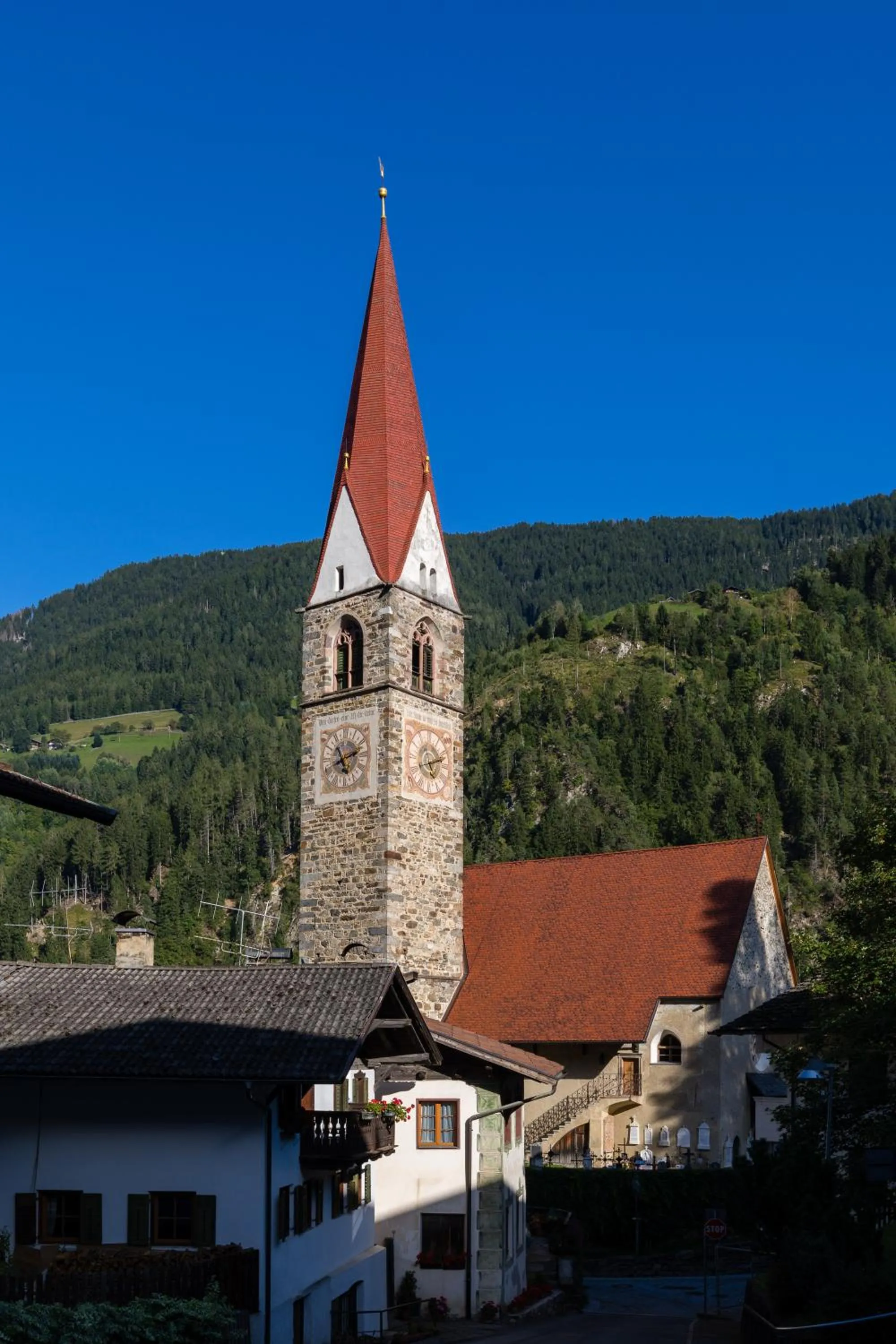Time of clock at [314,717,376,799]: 11:12
